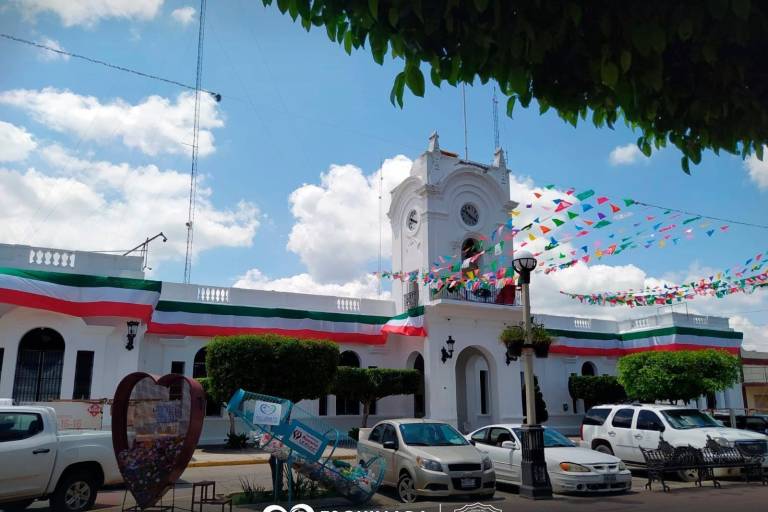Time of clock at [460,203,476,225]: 10:20
